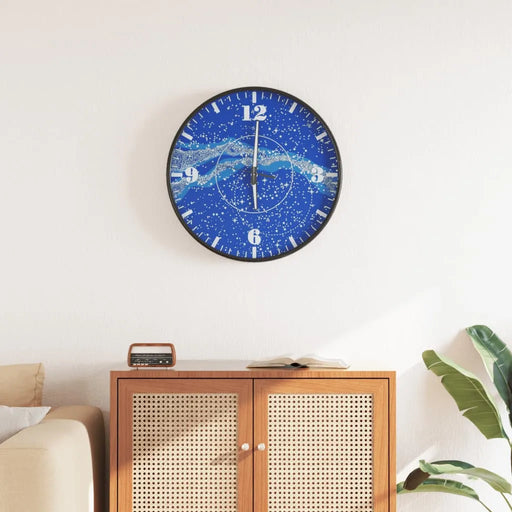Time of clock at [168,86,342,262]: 6:00
